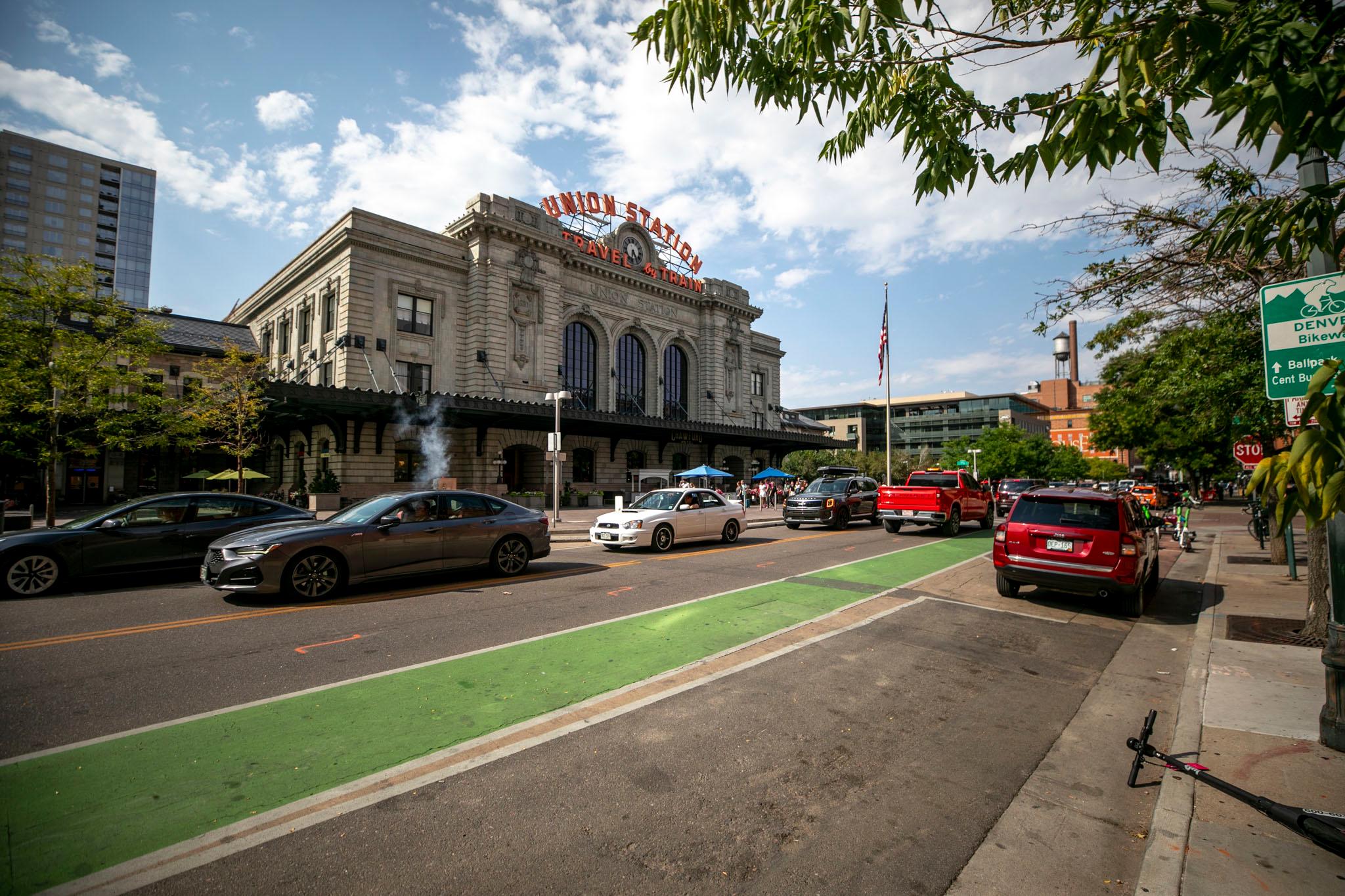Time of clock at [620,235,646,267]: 4:32
